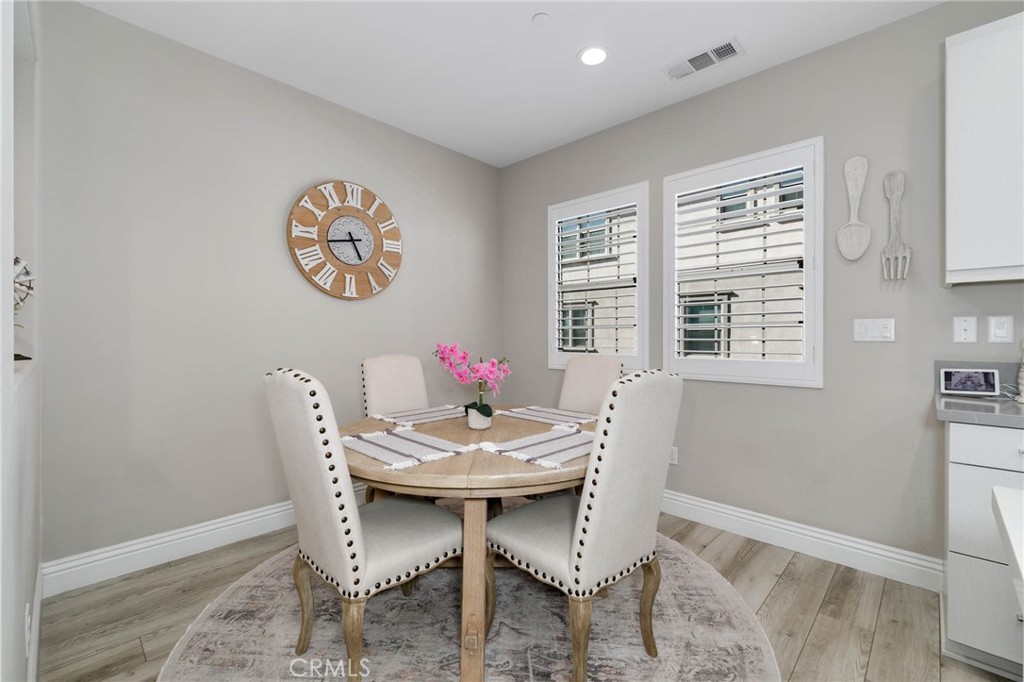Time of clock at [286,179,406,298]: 4:43
